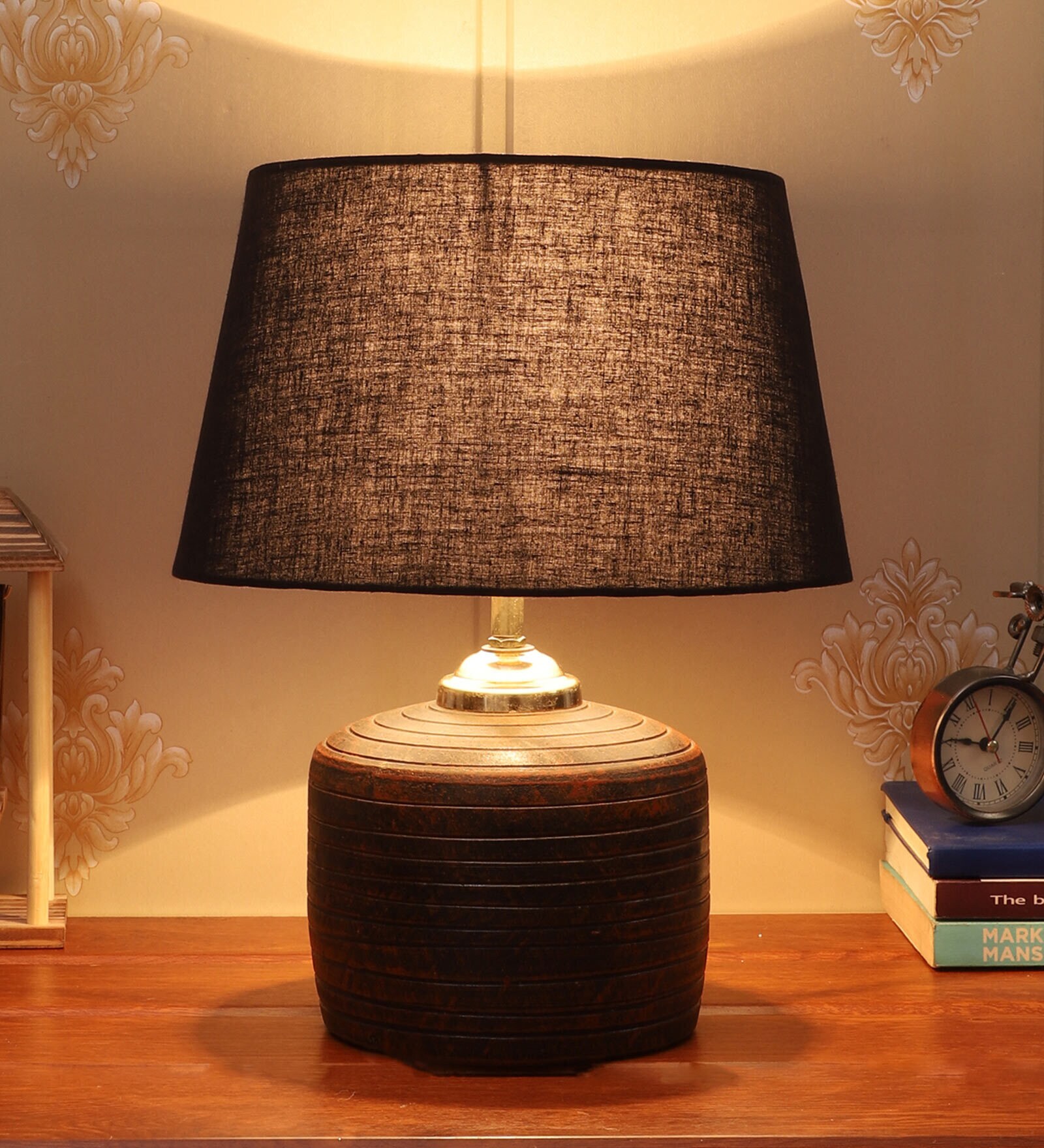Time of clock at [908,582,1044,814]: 9:05
